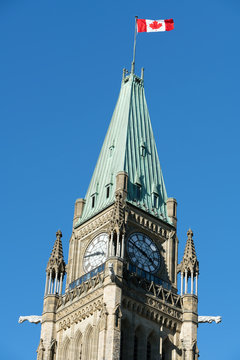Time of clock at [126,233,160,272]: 3:48
